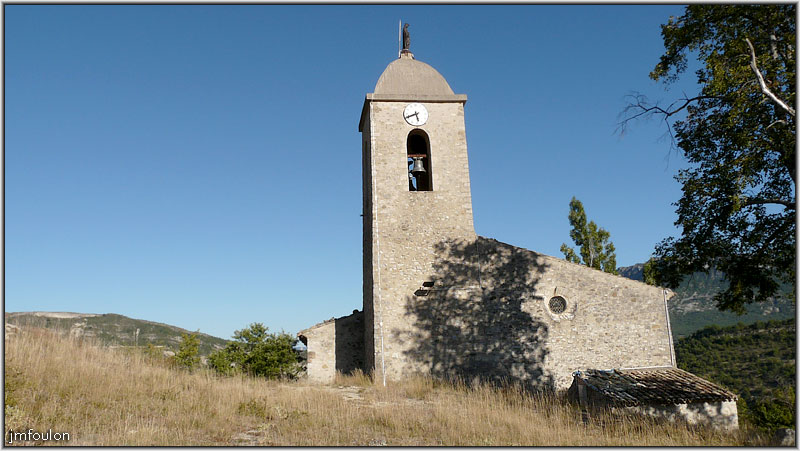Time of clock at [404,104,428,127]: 5:41
